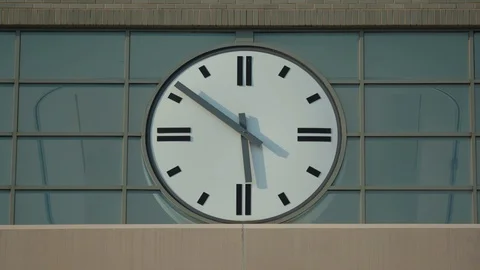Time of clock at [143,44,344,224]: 5:51
